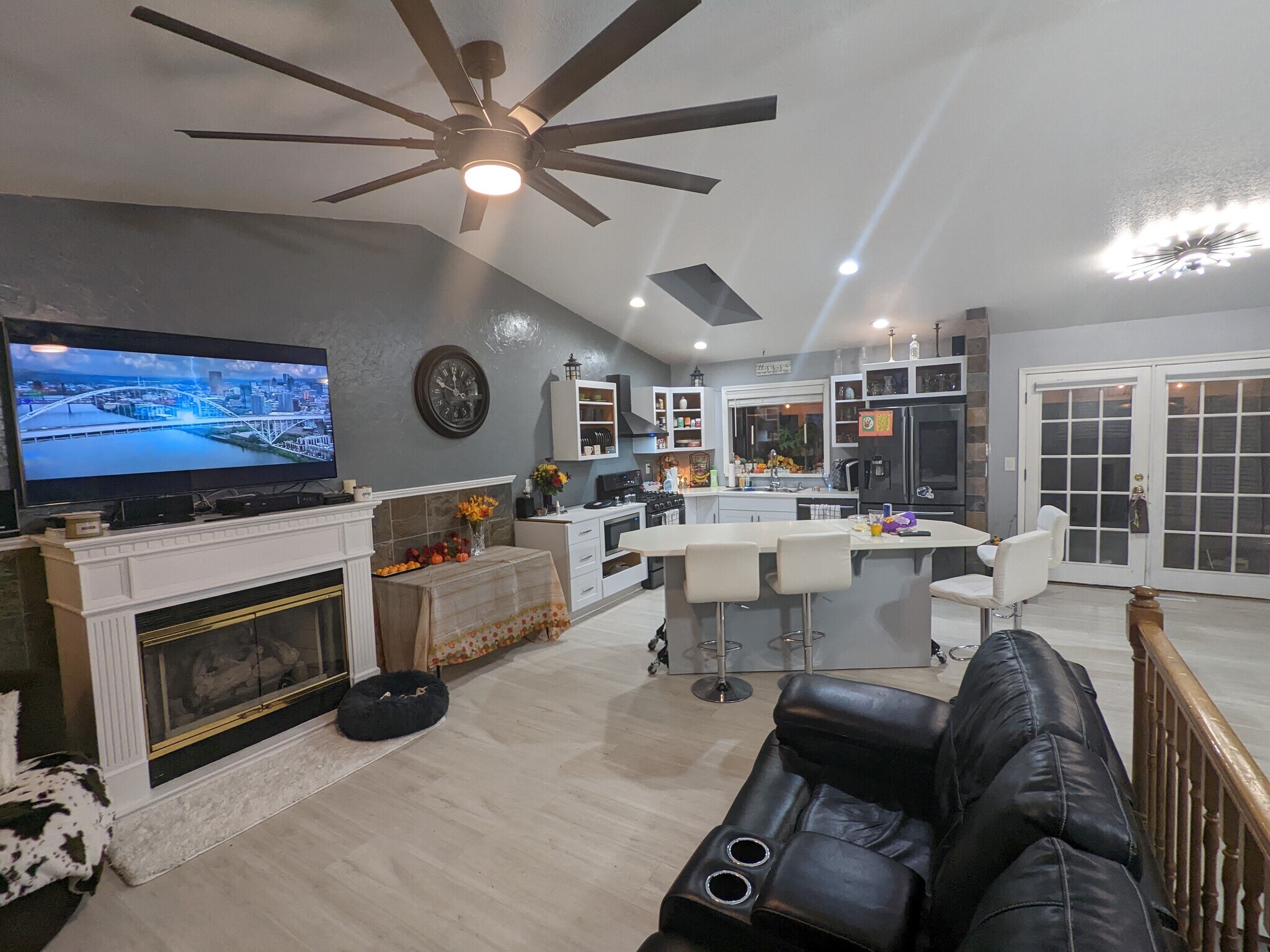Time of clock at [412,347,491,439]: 11:48
